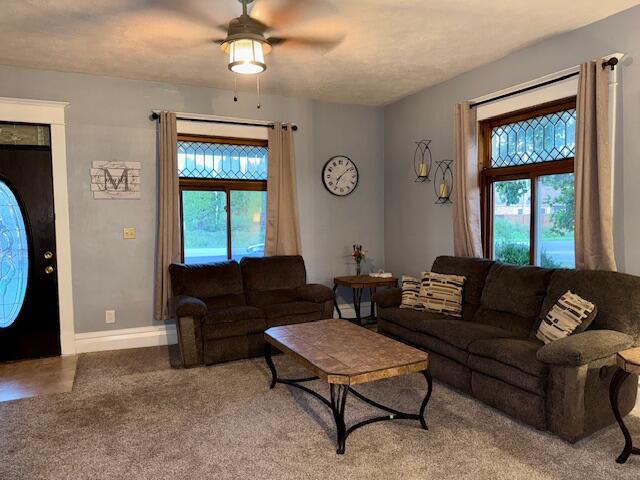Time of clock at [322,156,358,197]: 7:08
